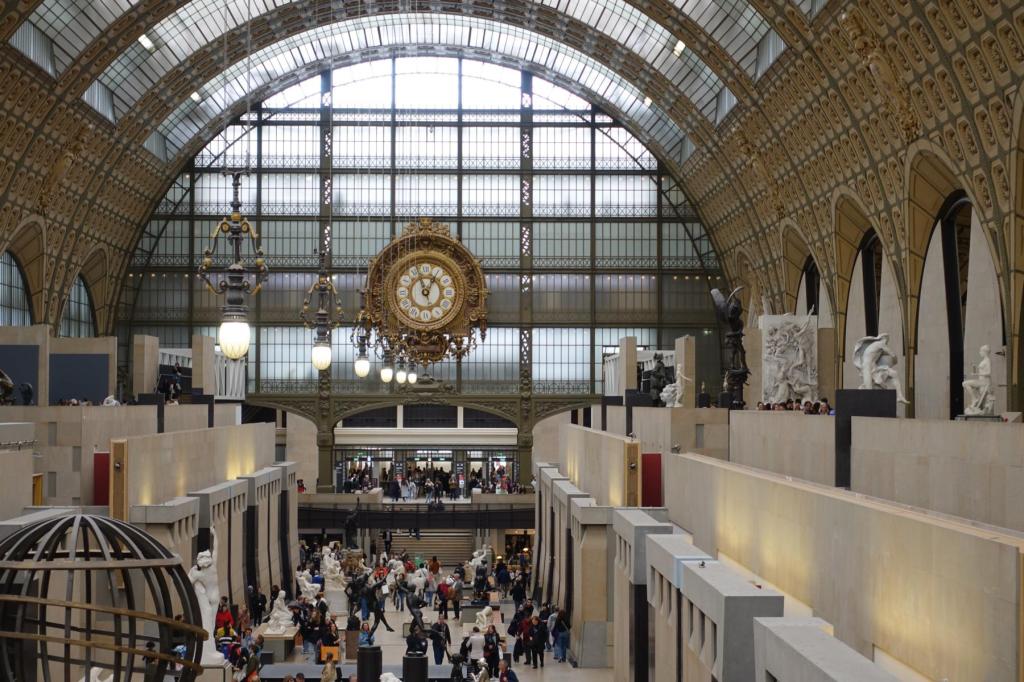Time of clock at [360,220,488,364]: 12:57
